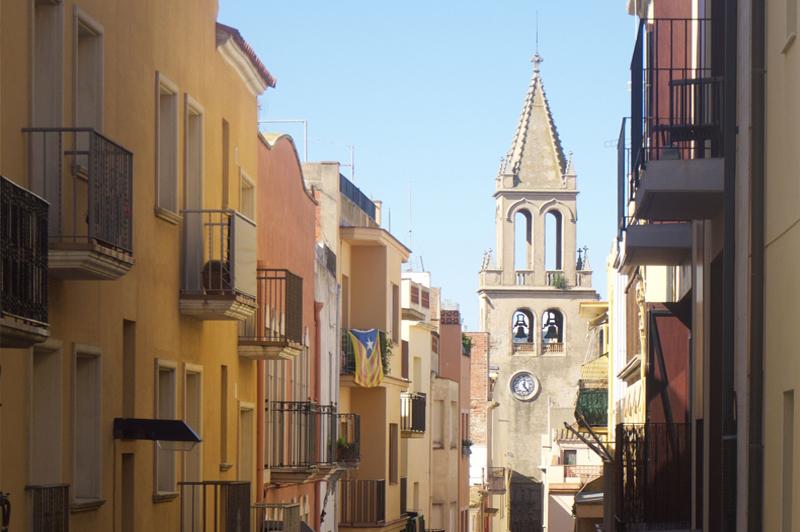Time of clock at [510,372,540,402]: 12:23
